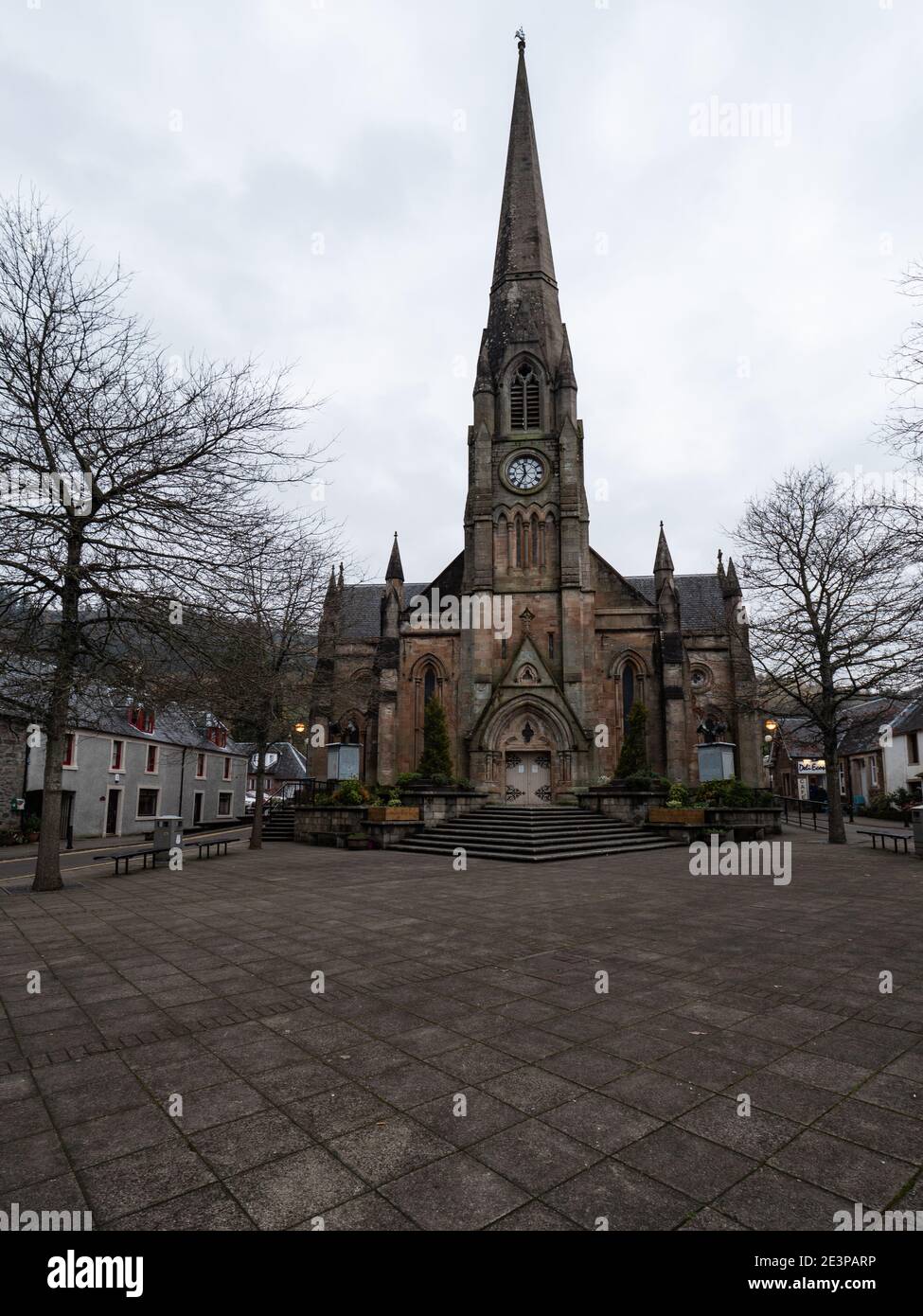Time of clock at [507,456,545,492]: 11:34
